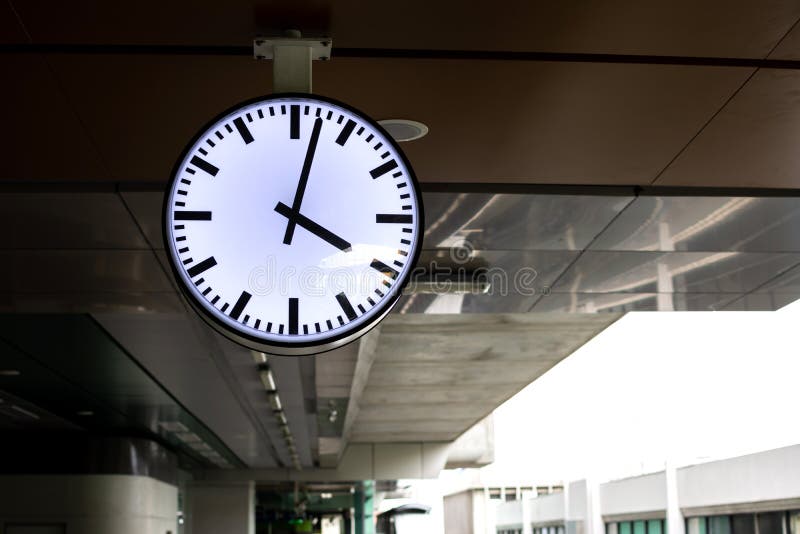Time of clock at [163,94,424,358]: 4:02
